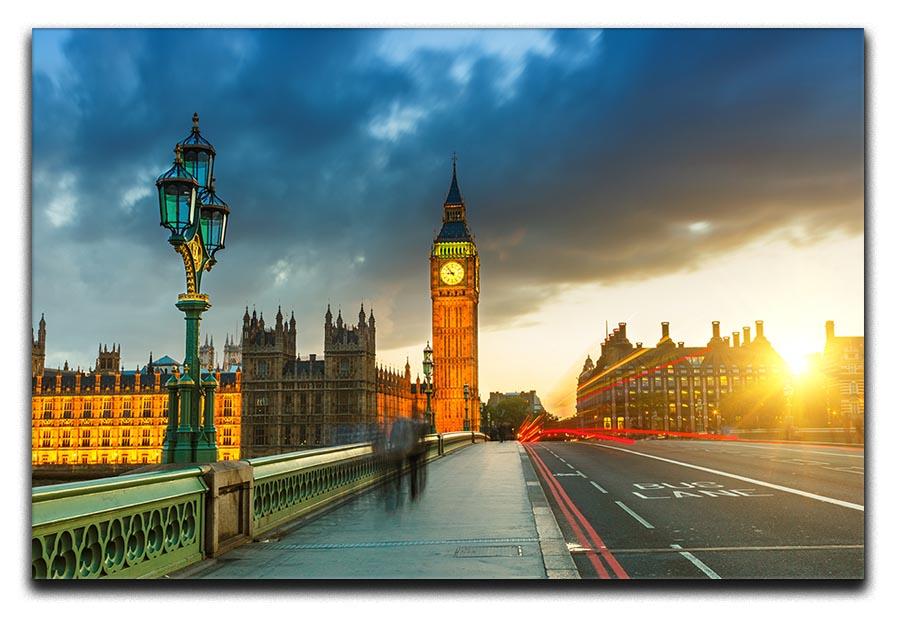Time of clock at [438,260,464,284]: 8:53
